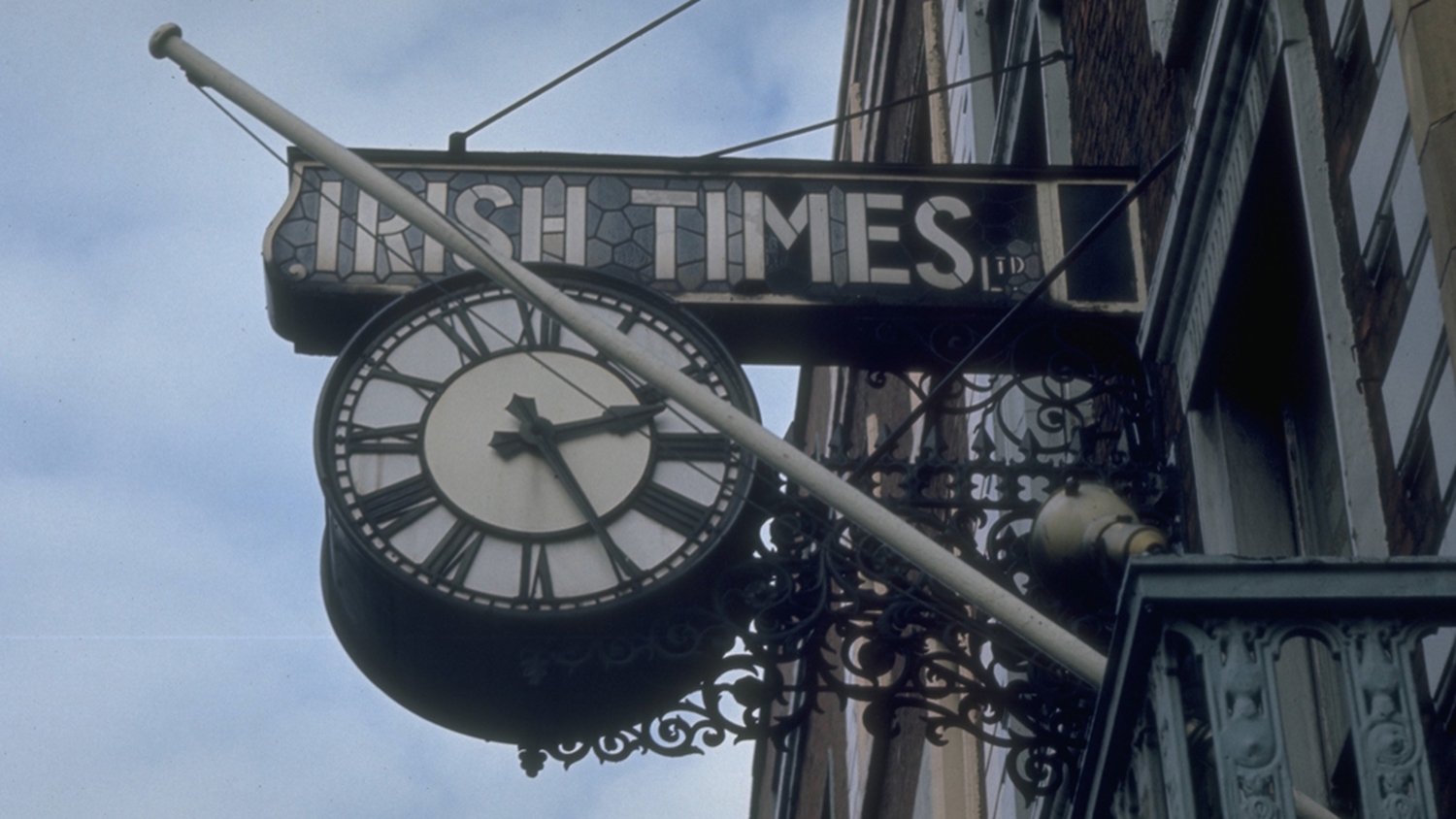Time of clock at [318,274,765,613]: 2:25
